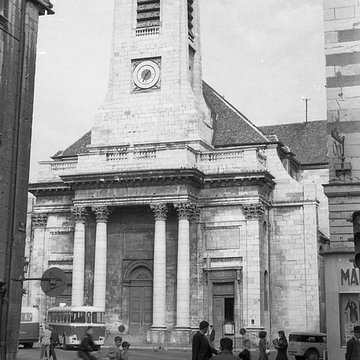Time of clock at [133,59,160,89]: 1:33
